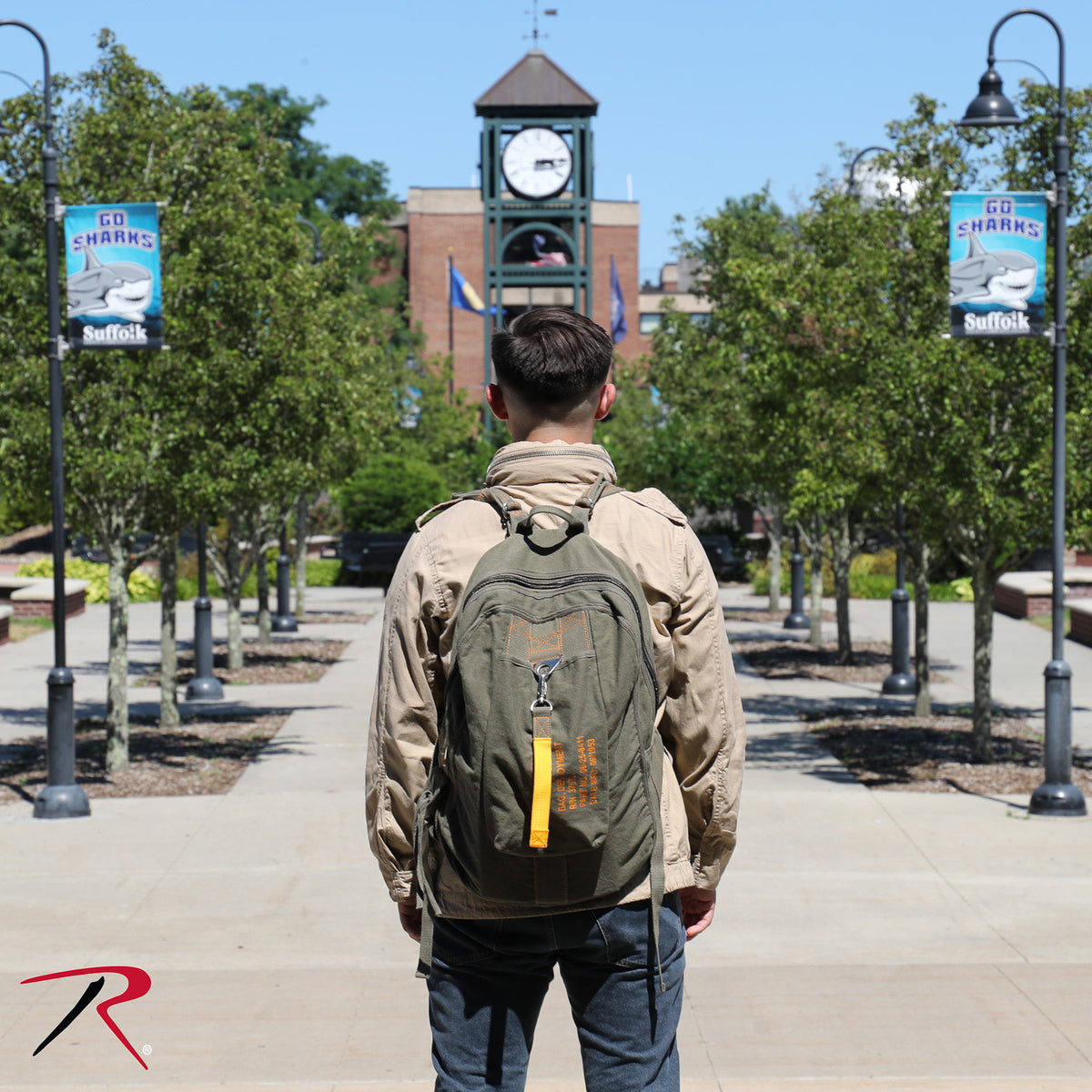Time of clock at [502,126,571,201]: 3:14
